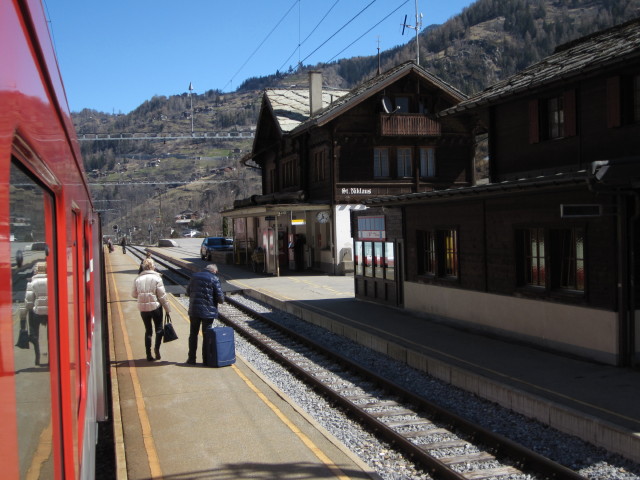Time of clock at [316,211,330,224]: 11:37
